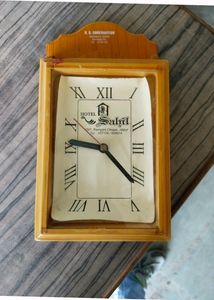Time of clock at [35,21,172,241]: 9:21
